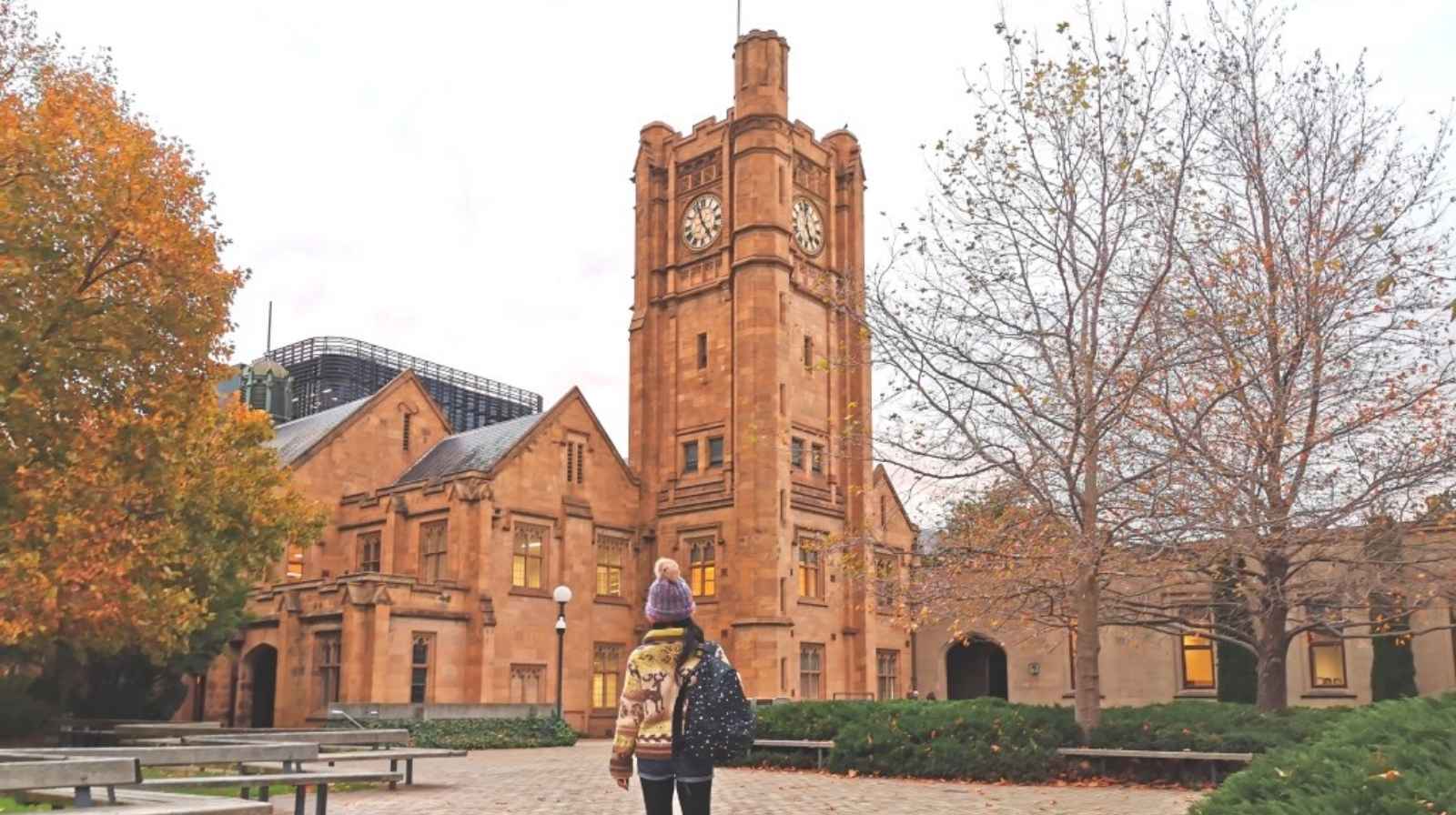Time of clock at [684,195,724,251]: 4:57
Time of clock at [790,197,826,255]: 4:59
